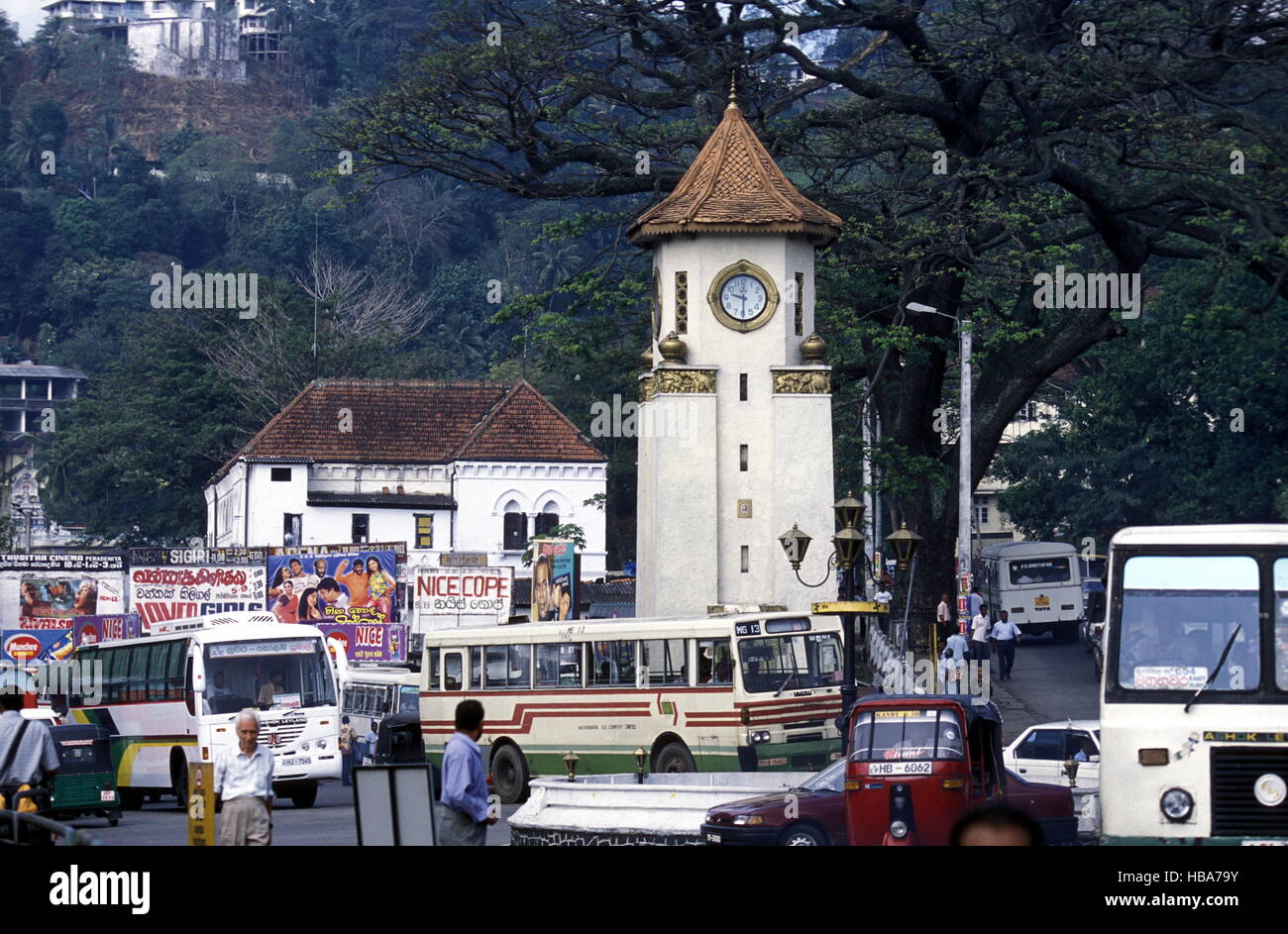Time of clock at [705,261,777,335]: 9:29
